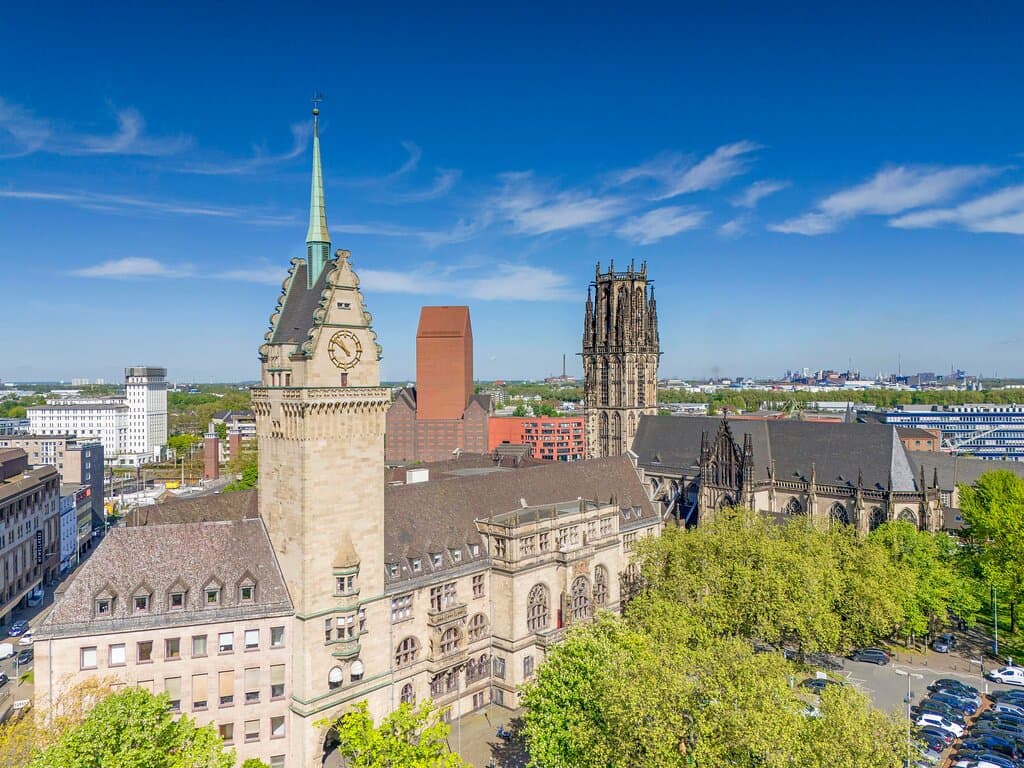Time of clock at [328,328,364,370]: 10:50
